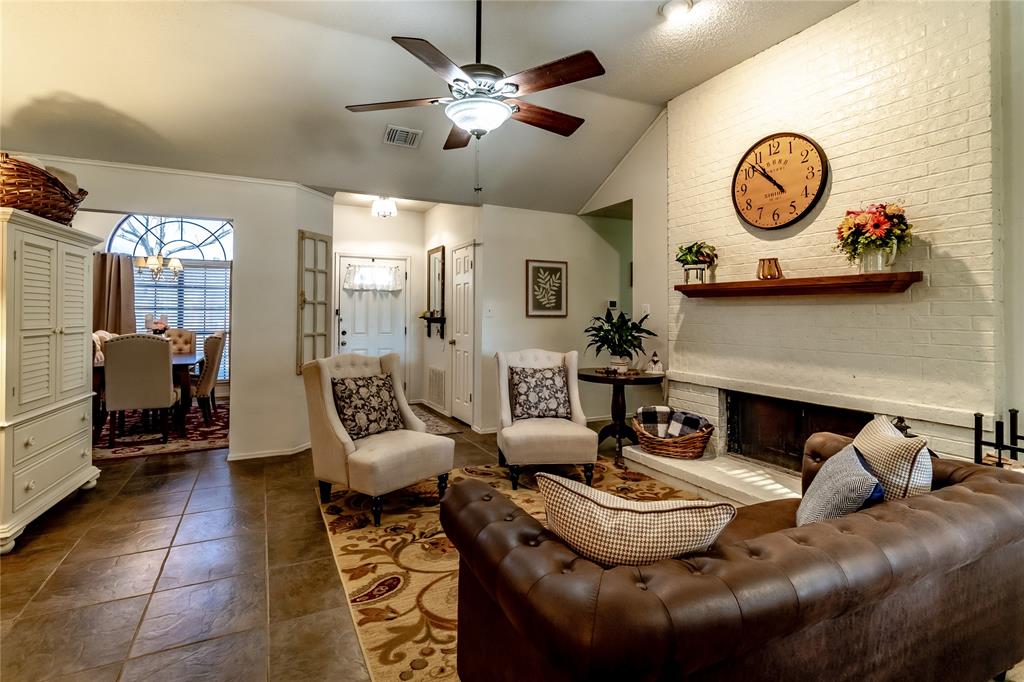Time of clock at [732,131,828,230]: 10:52
